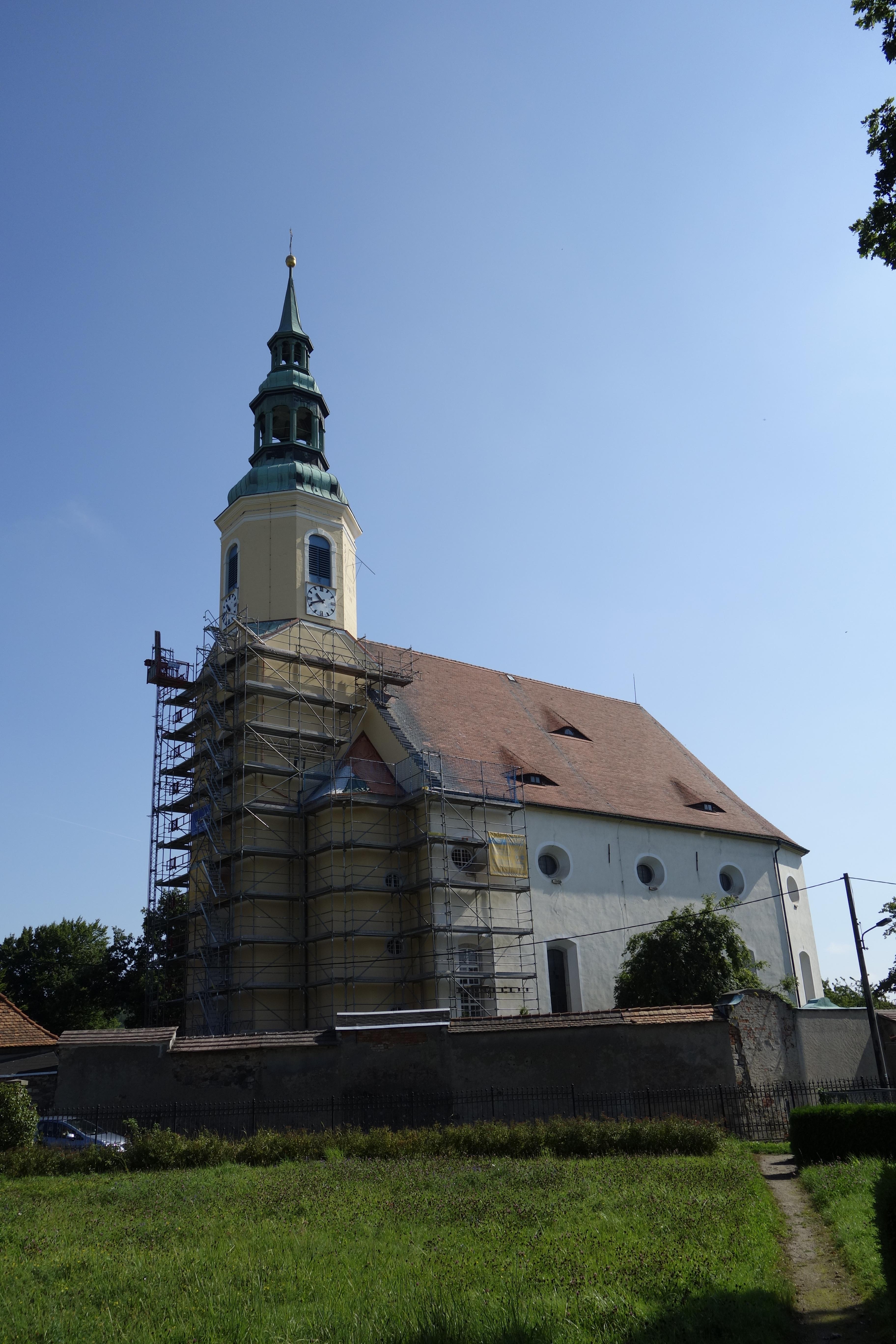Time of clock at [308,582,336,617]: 10:41
